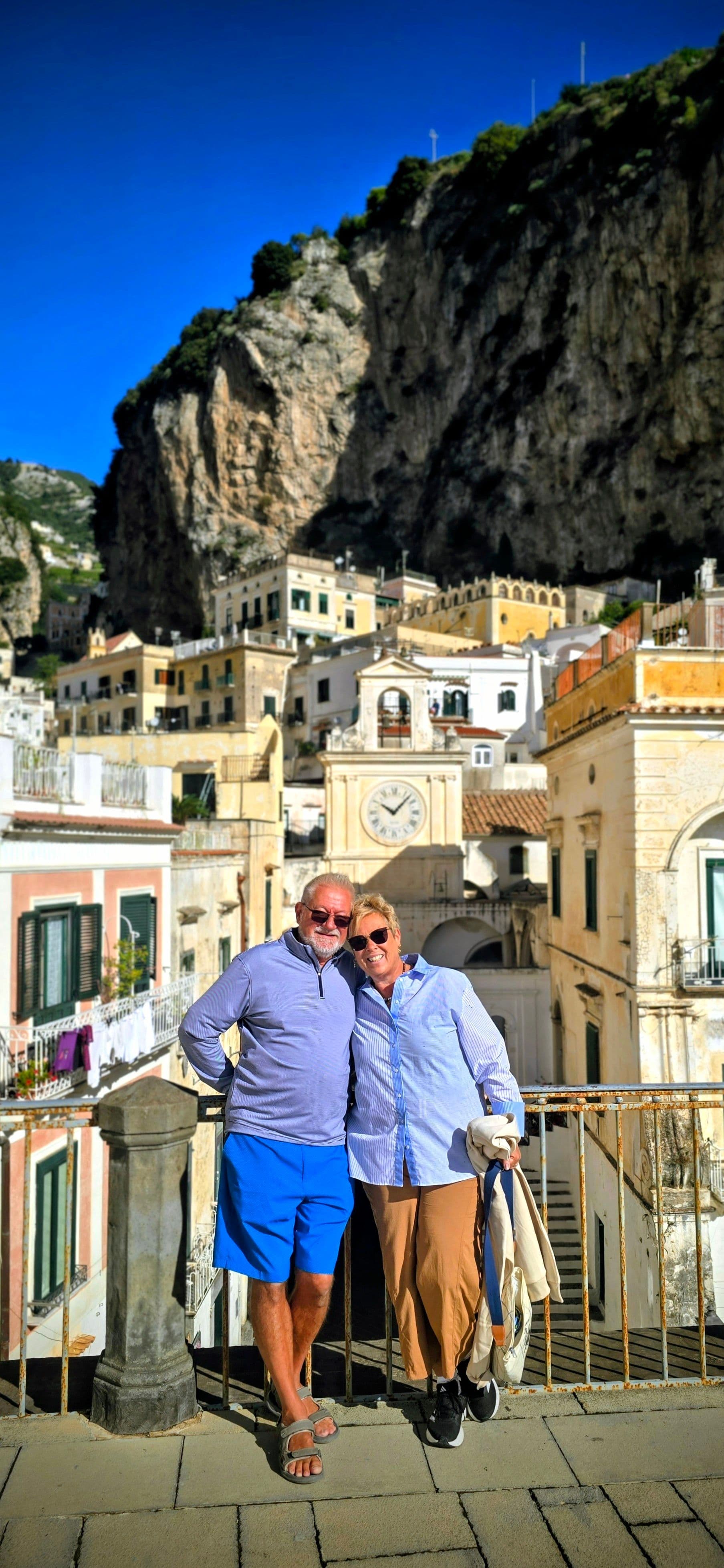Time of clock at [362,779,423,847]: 10:07
